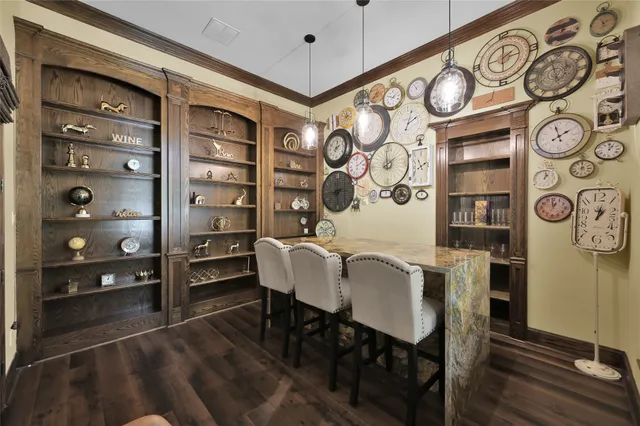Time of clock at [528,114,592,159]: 1:57
